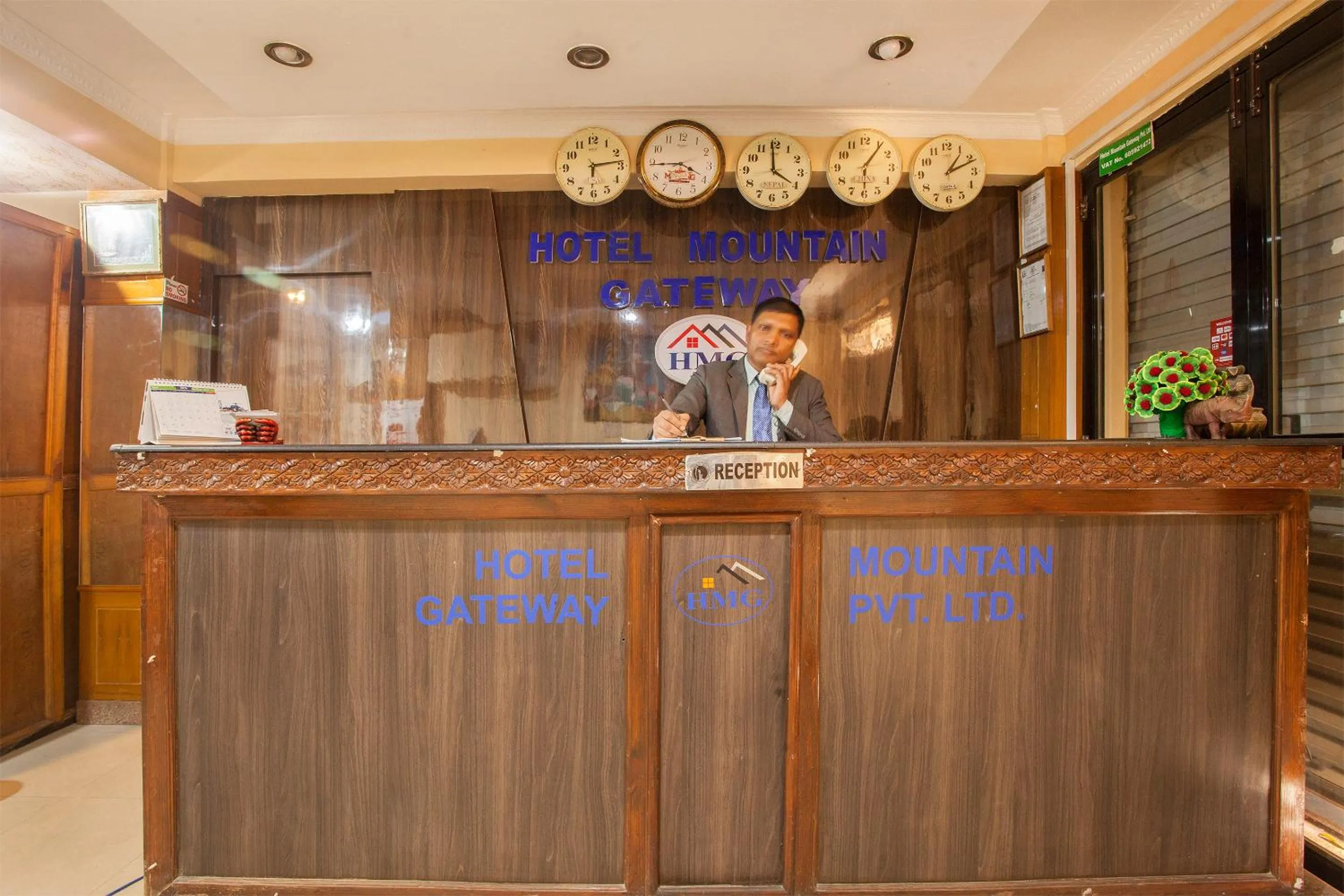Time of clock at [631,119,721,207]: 3:44
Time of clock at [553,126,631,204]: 6:13
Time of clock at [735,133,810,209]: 3:59
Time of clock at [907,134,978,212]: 1:11
